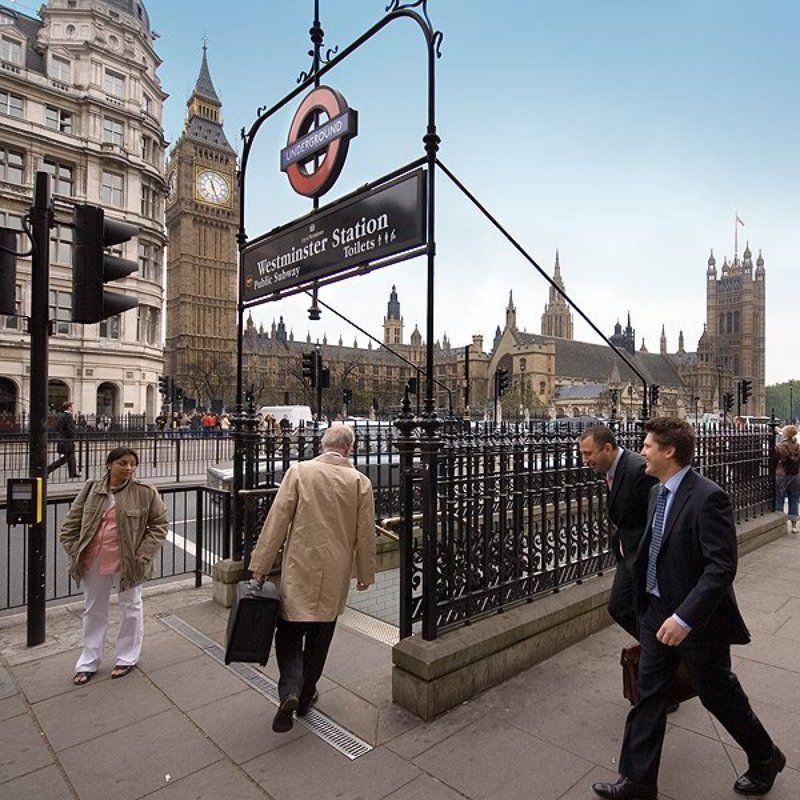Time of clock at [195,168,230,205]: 11:26
